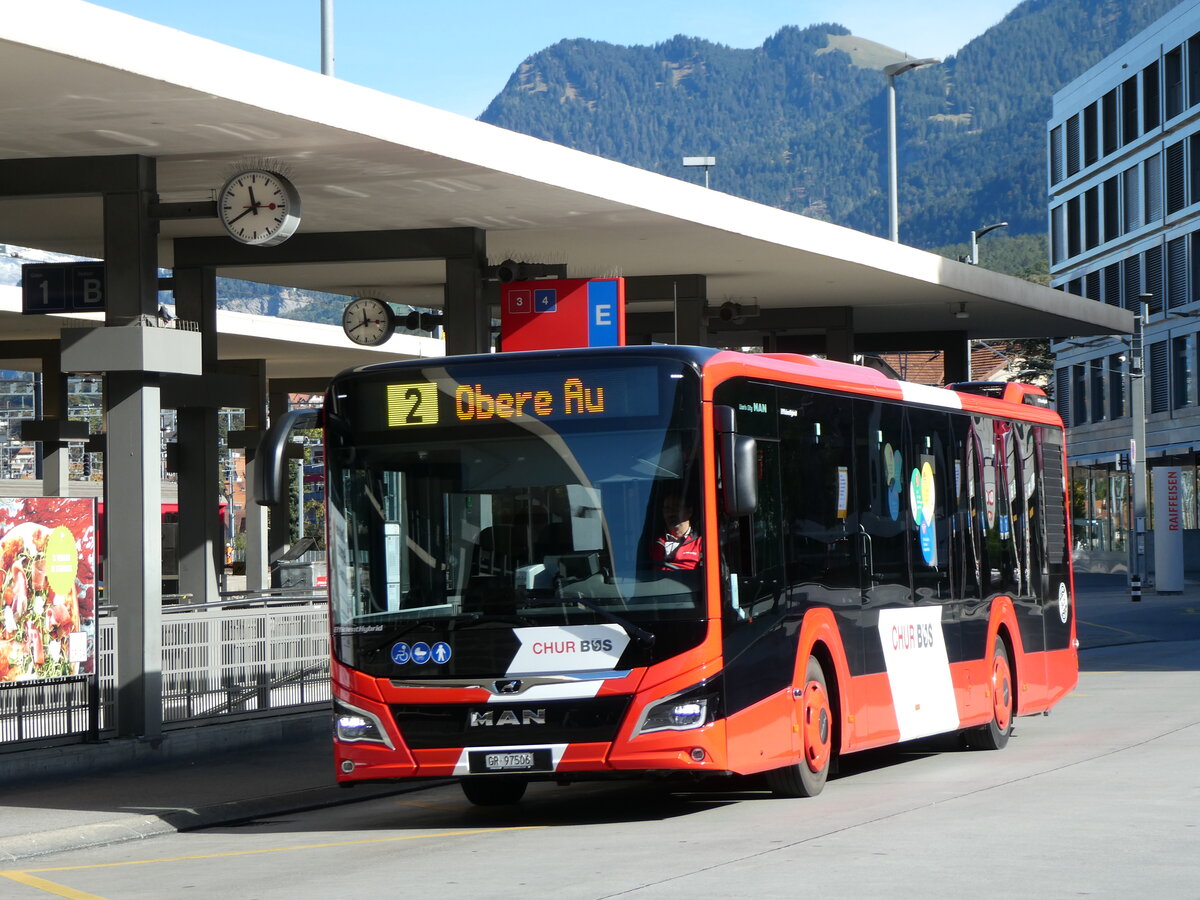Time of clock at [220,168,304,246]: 11:39
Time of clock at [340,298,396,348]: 11:40
